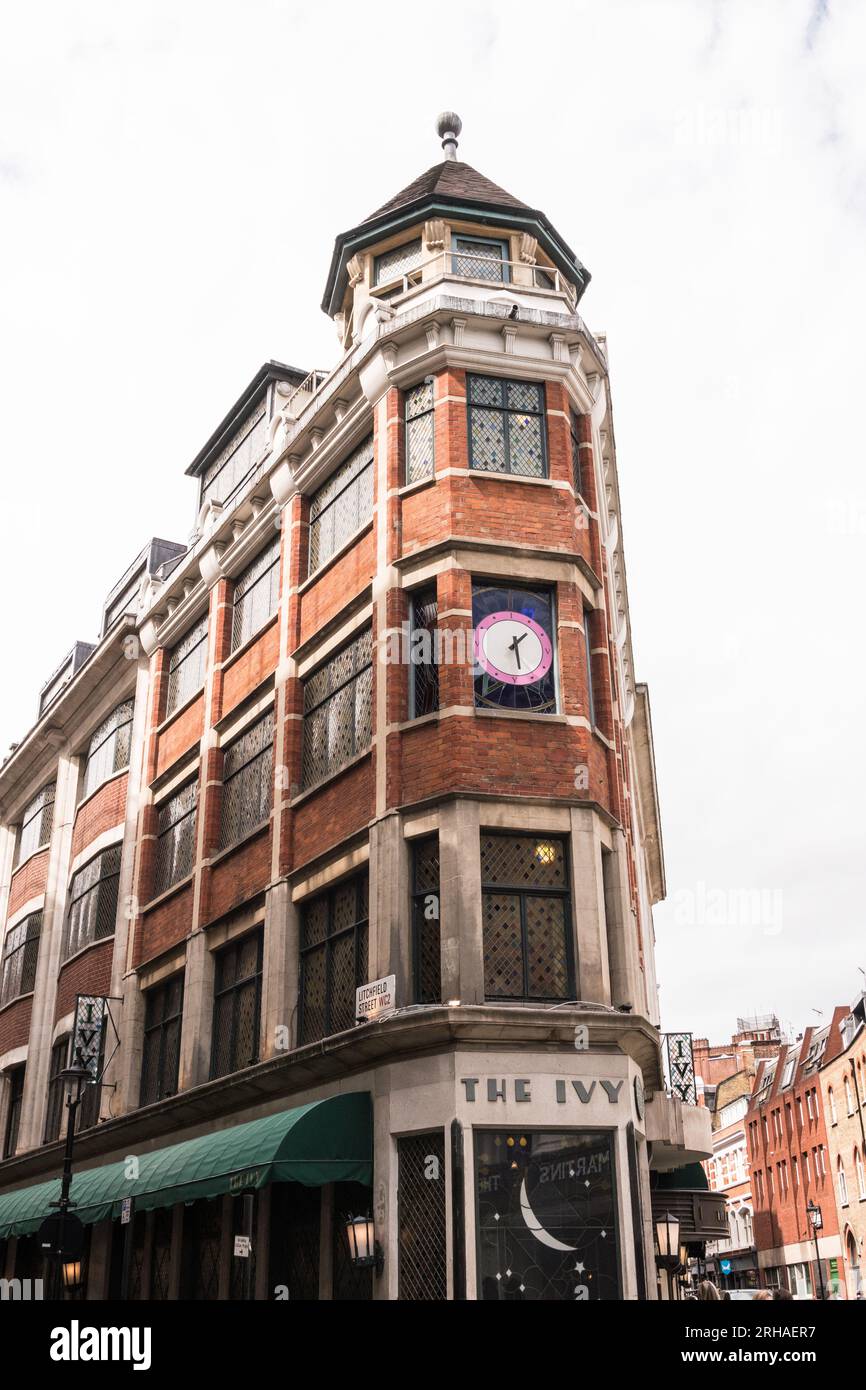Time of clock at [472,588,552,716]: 1:28
